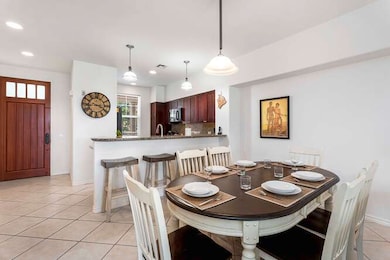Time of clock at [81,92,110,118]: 3:43
